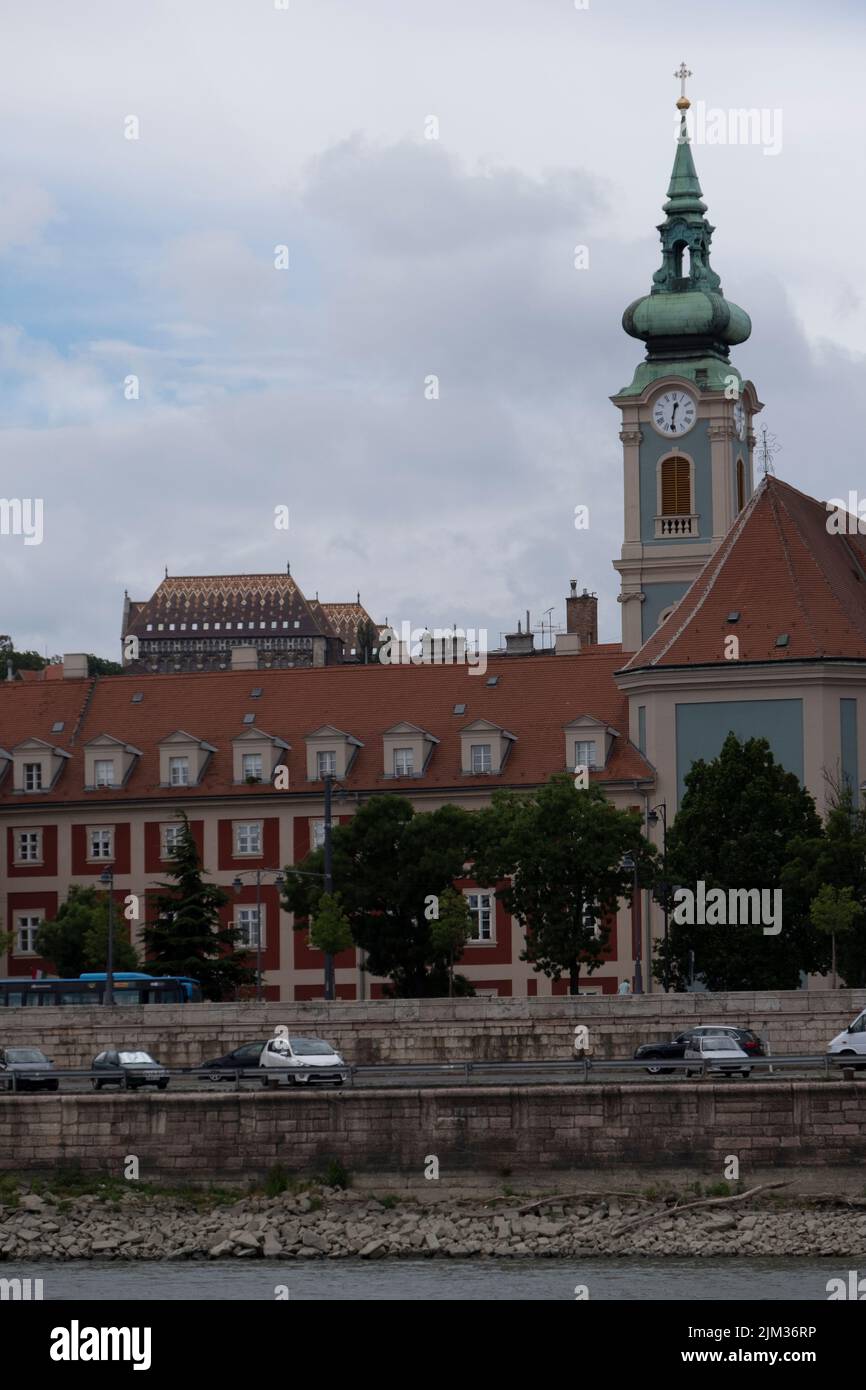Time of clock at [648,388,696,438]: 12:31
